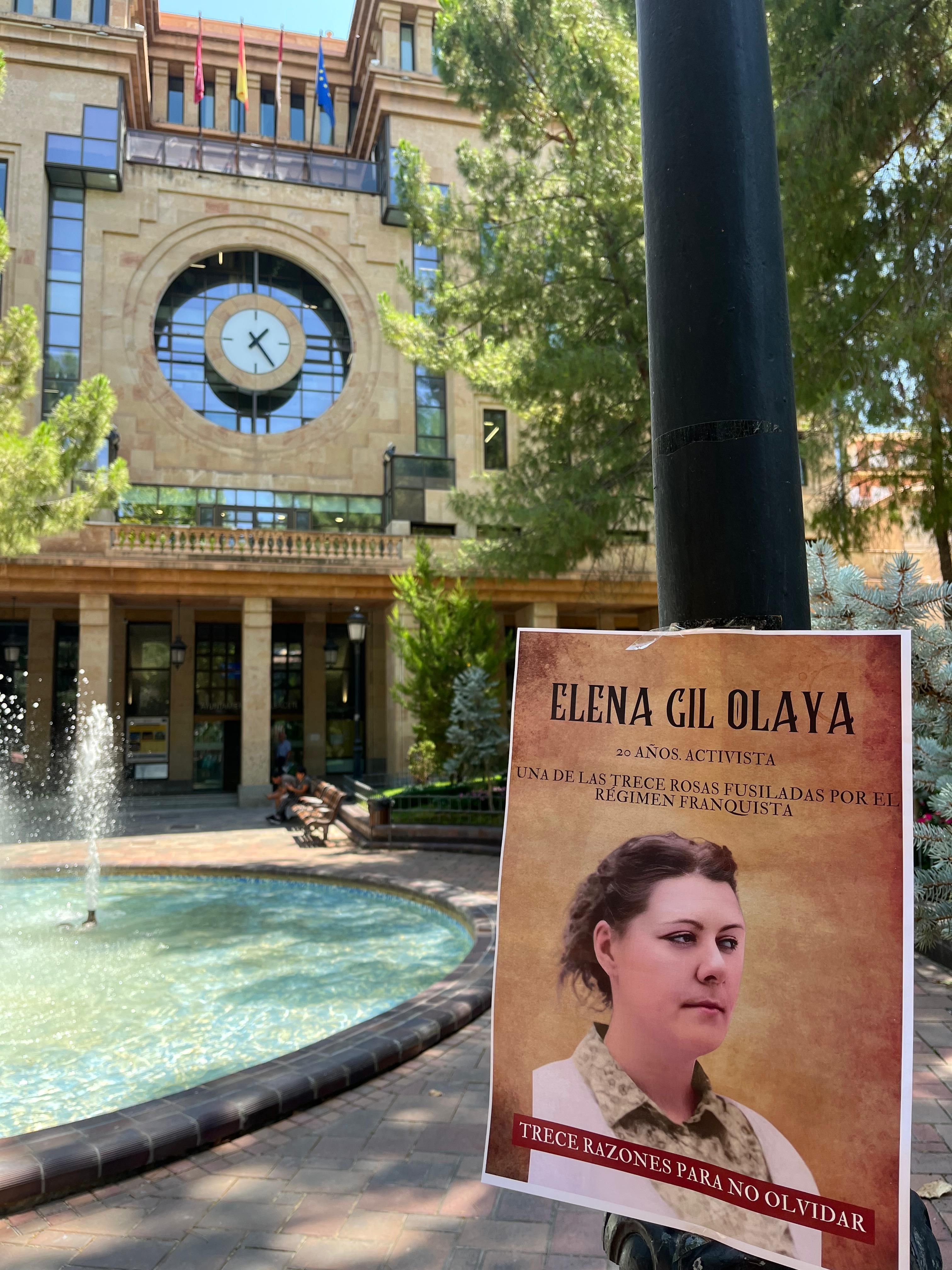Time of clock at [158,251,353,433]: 1:24
